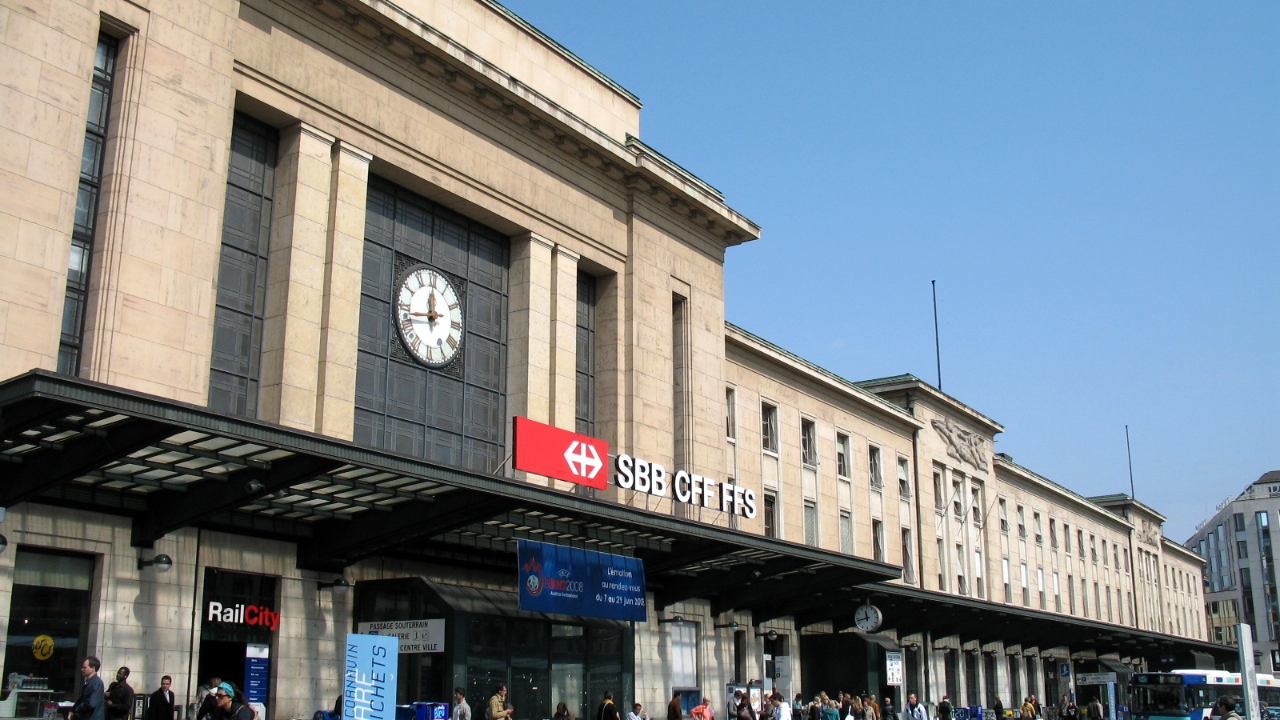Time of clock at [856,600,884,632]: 11:42
